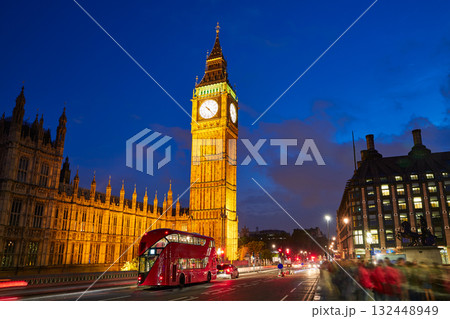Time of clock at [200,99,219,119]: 10:23
